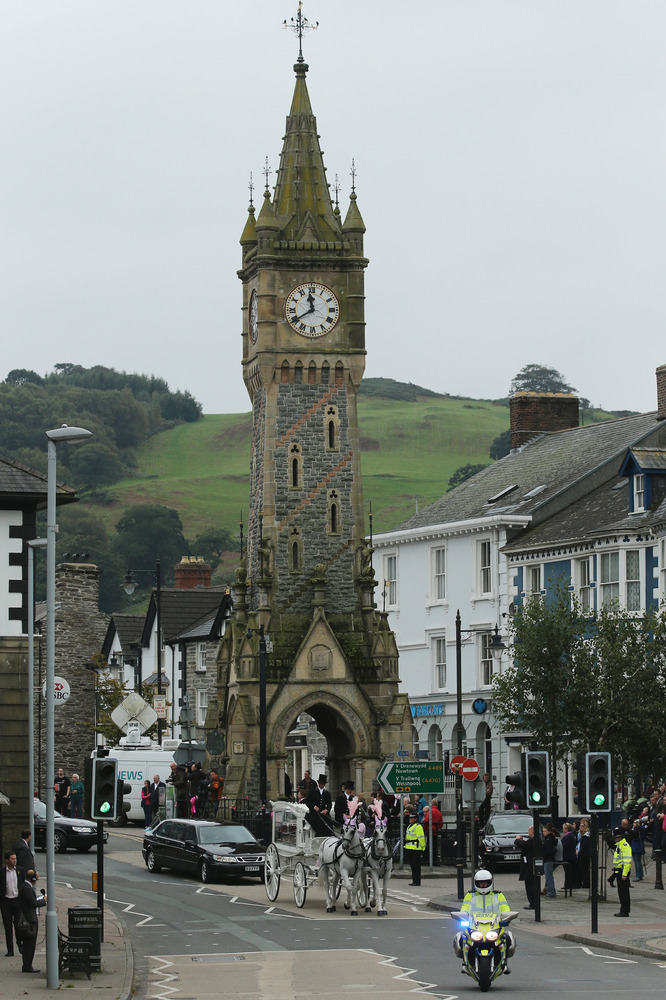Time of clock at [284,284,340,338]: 11:40
